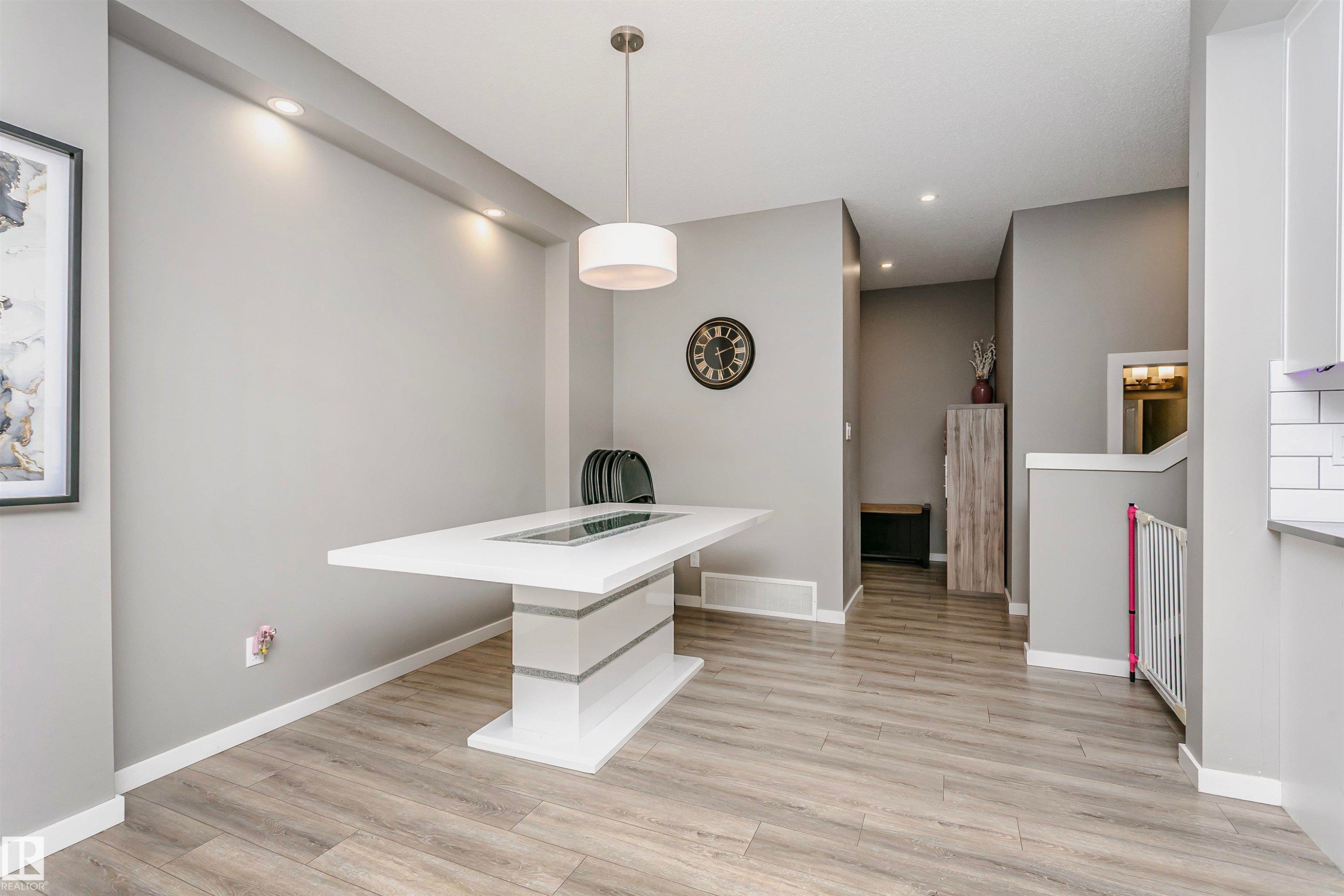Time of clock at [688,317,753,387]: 2:28
